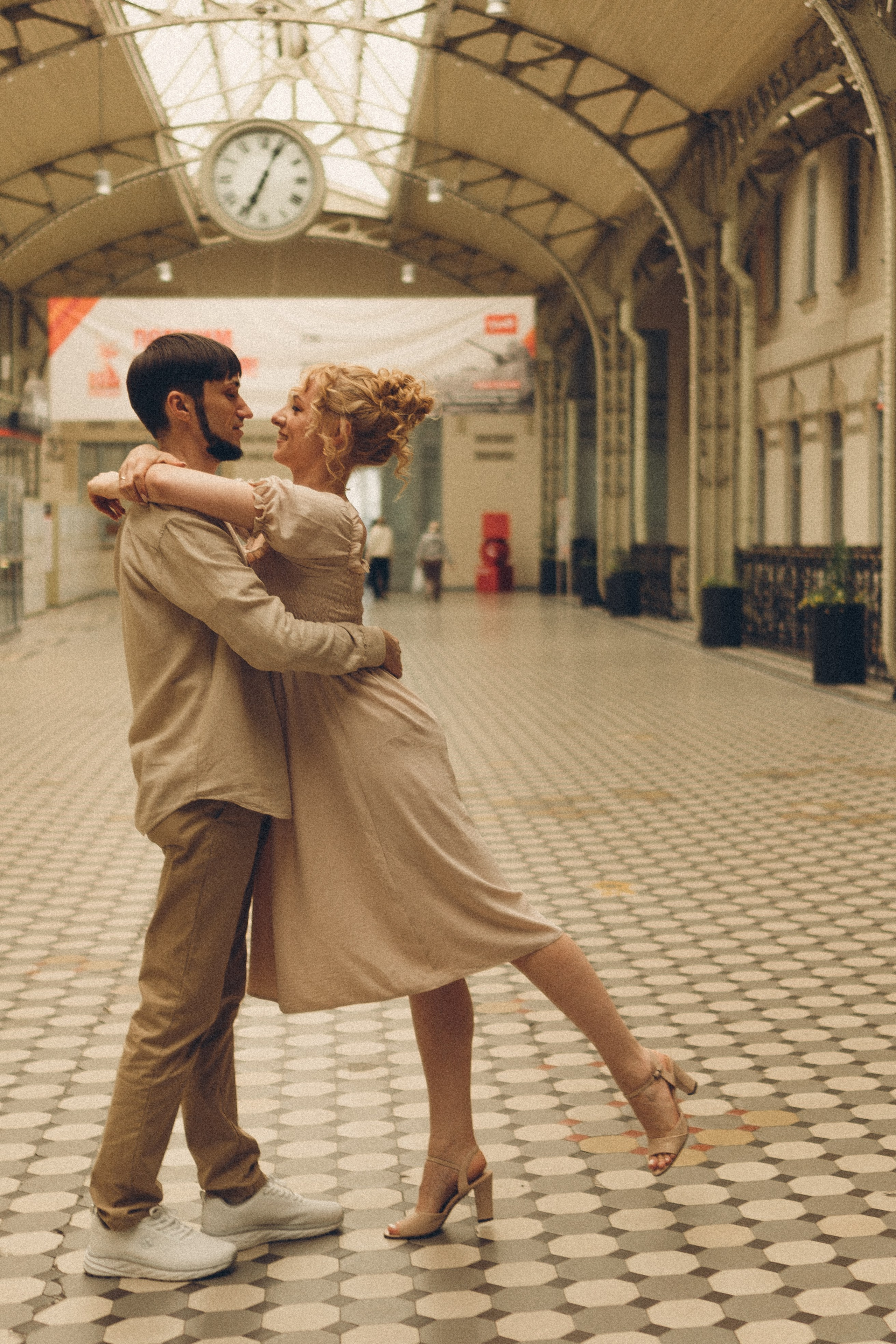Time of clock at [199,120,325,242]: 7:04
